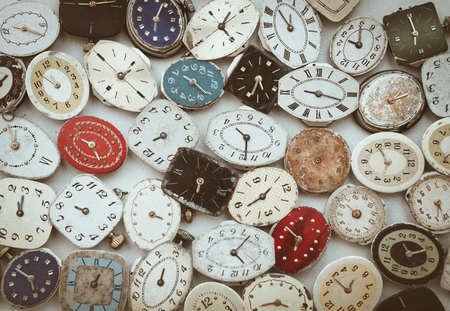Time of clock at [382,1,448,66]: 11:59
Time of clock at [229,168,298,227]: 1:42
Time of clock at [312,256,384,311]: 12:53
